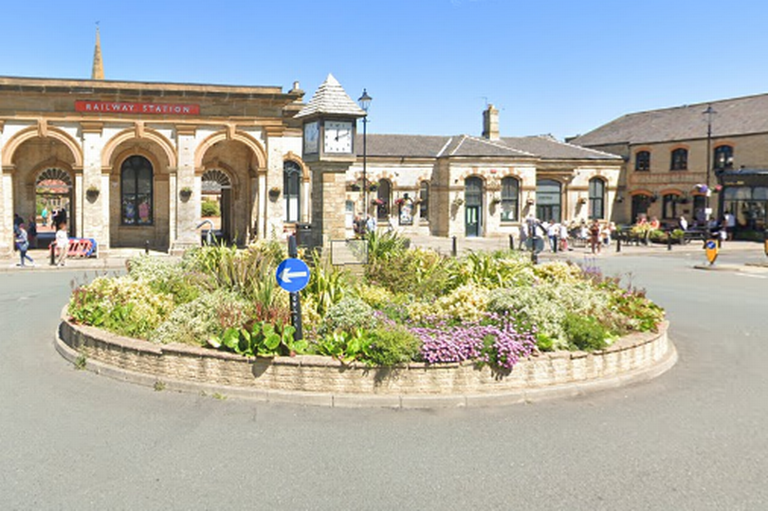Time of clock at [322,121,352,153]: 12:11
